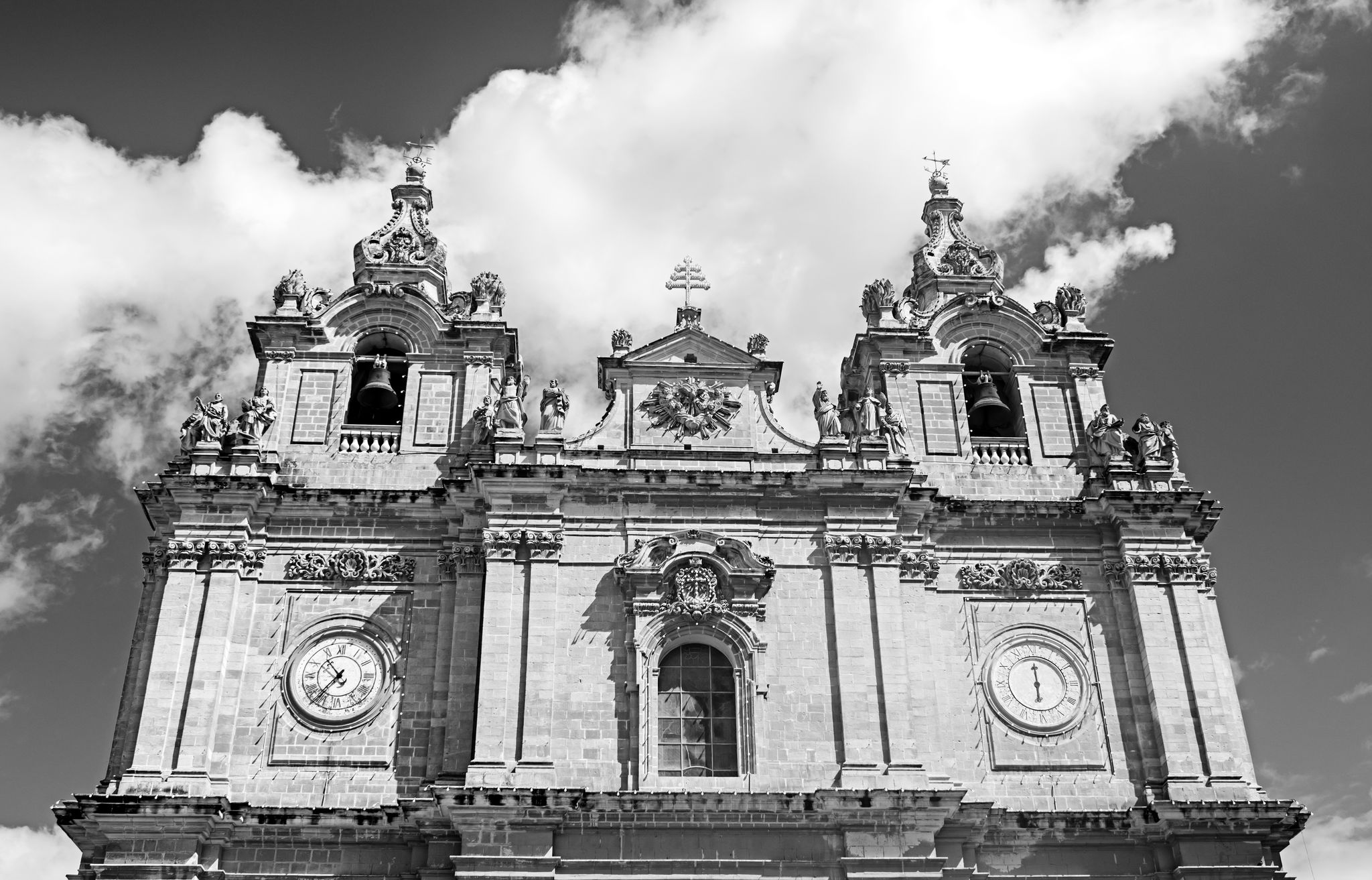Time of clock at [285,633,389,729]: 10:36
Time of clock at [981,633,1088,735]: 6:00
